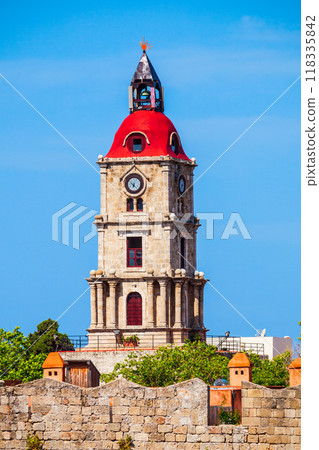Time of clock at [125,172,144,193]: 6:23
